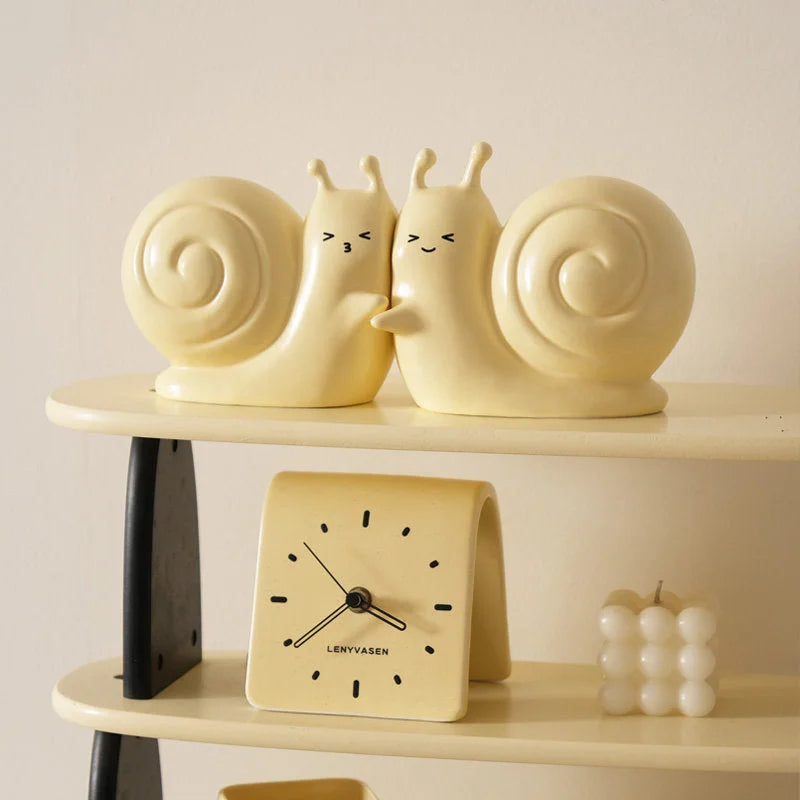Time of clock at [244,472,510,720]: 3:39
